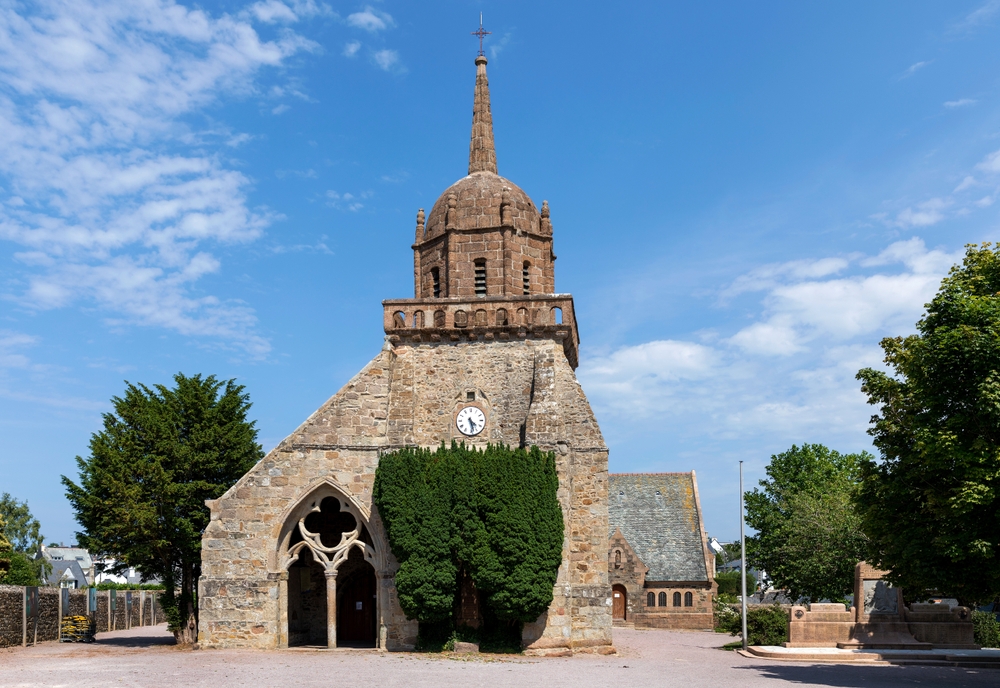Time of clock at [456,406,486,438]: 4:27
